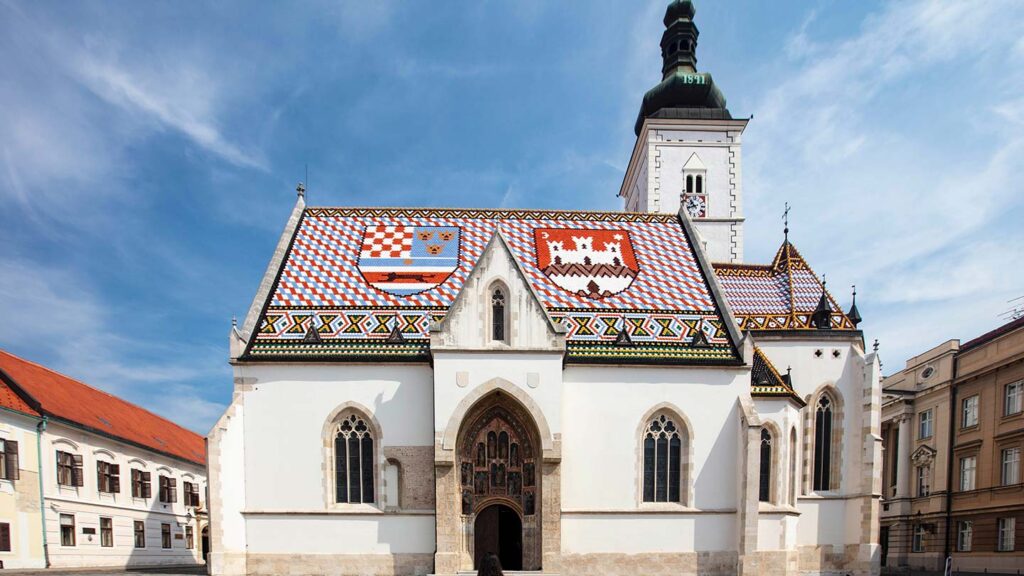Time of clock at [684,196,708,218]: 10:42
